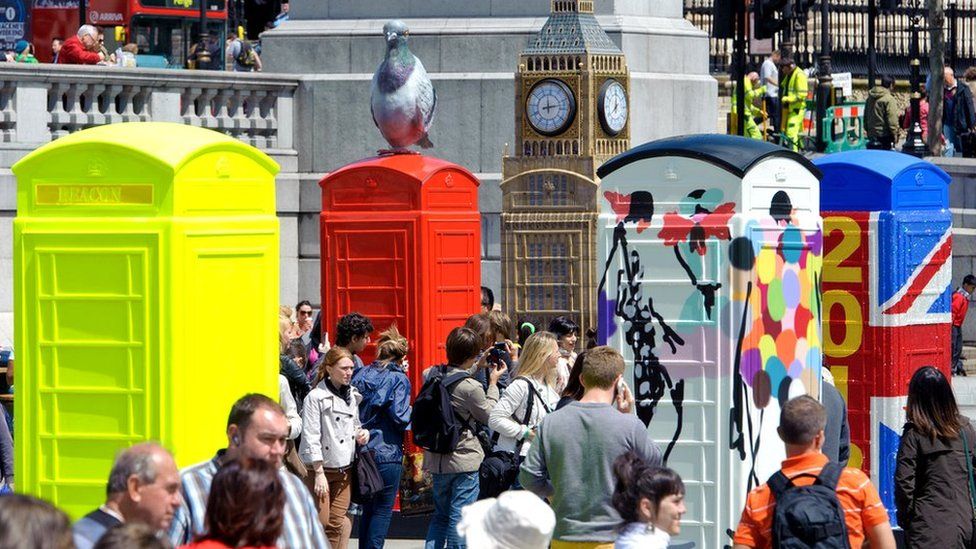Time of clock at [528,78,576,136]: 8:12
